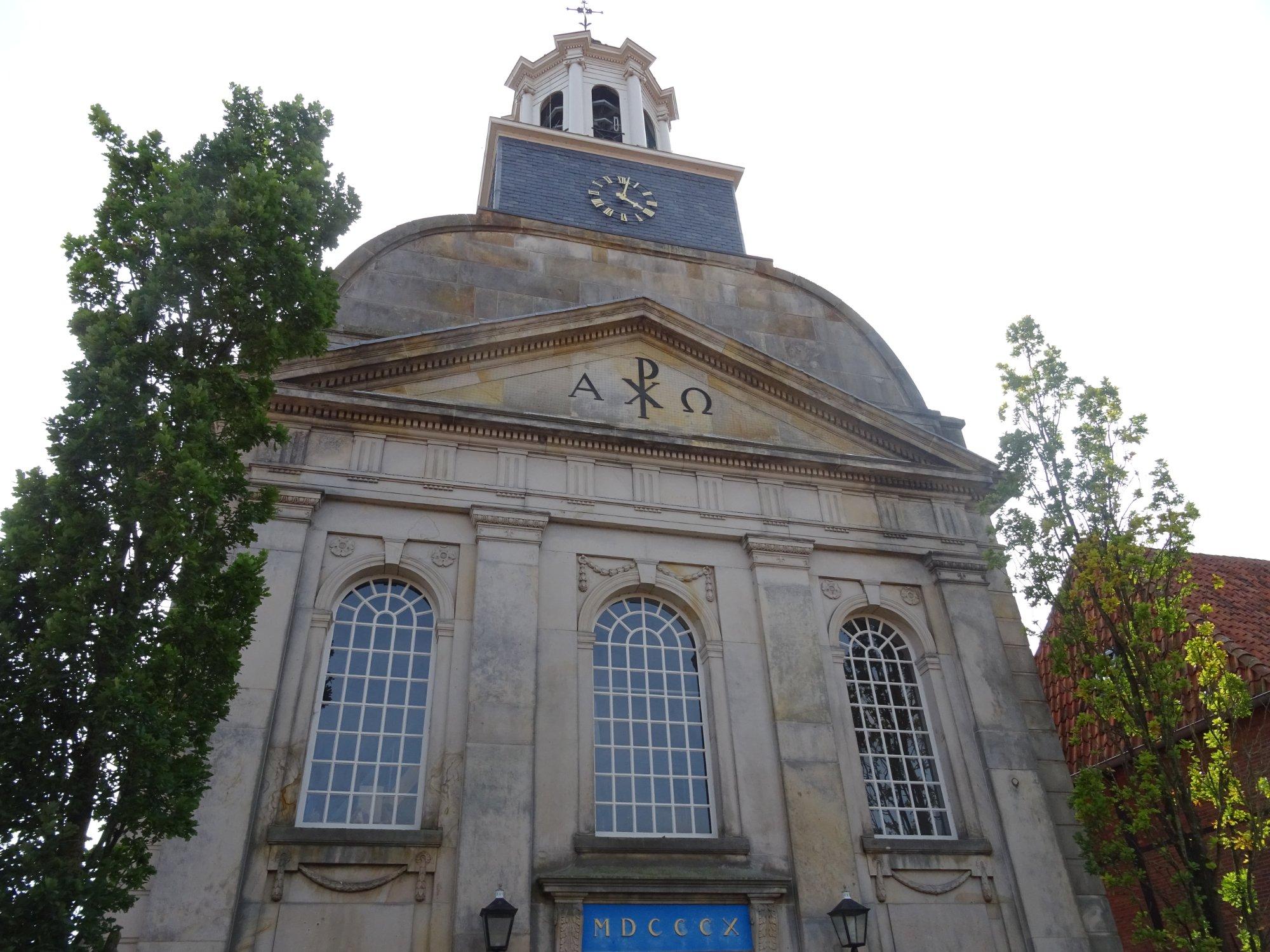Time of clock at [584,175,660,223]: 4:02
